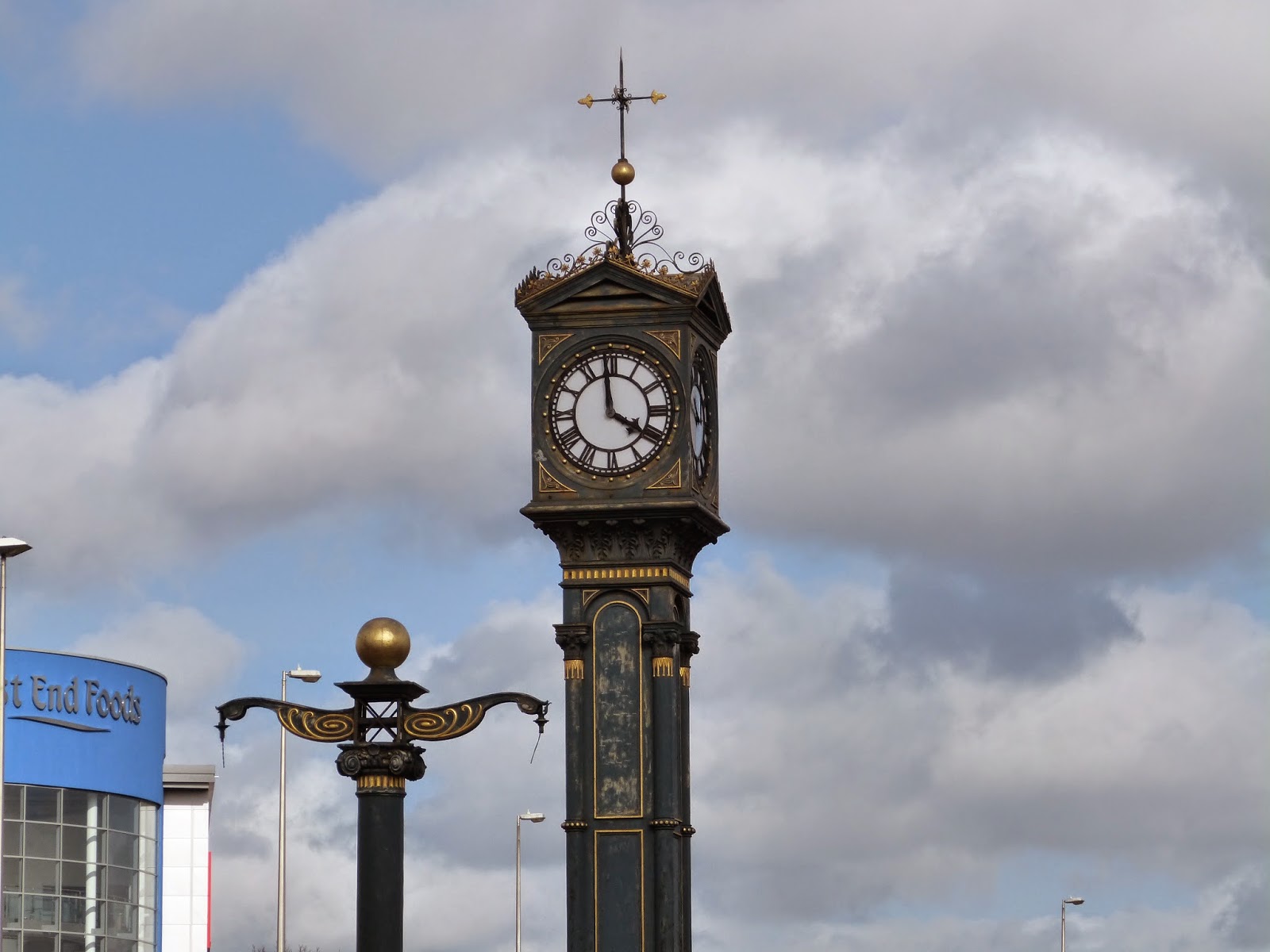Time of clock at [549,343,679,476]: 3:58
